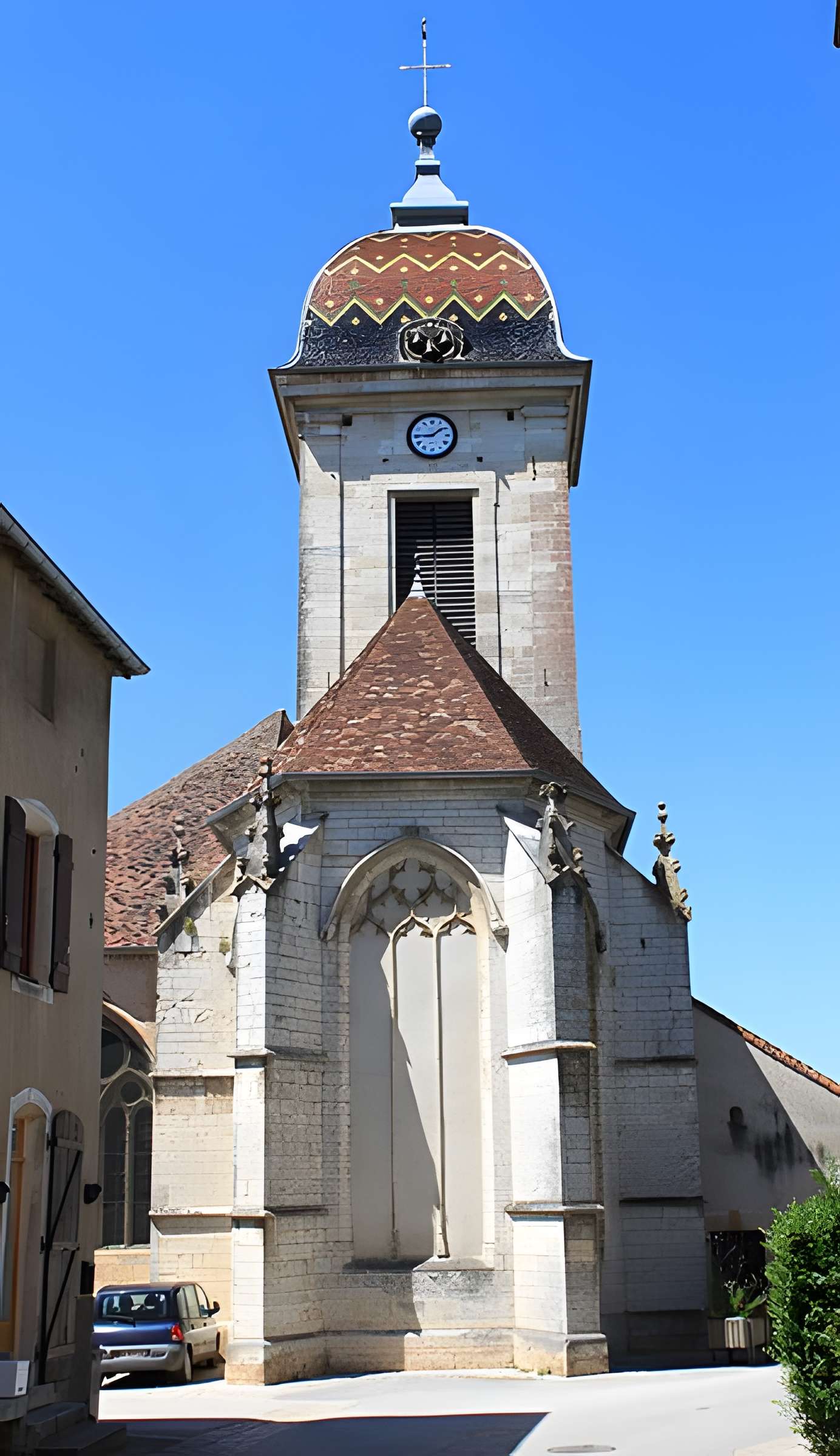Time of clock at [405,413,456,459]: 1:45
